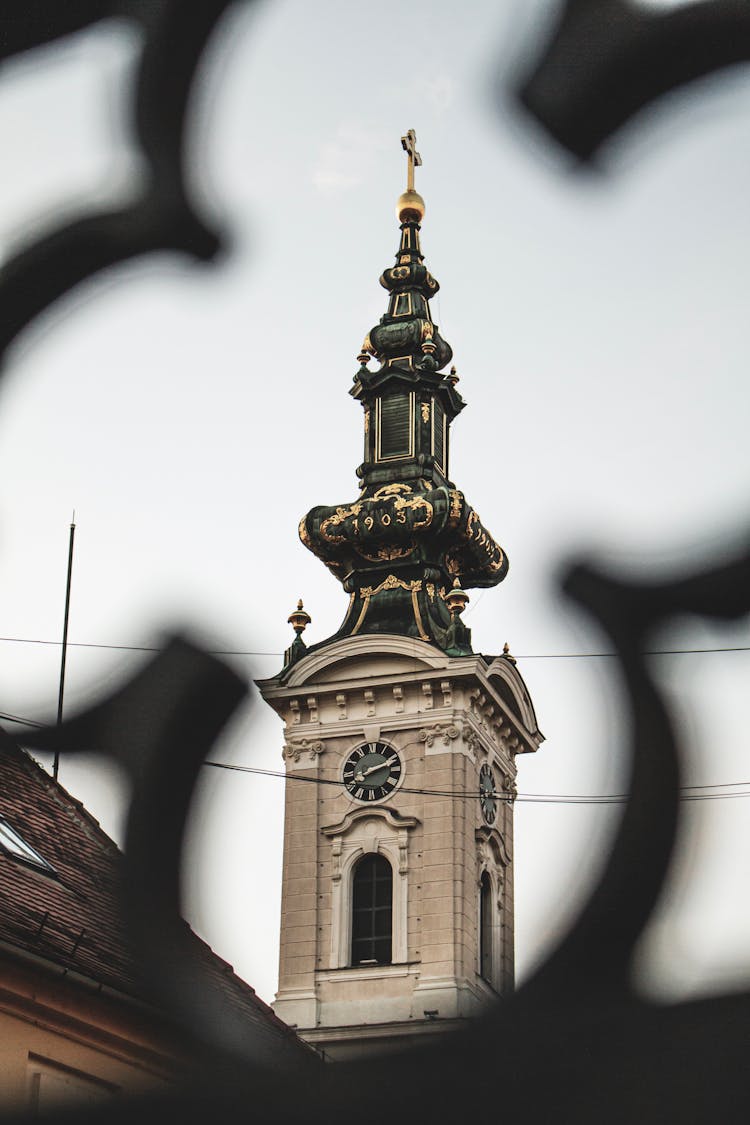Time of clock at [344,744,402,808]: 2:11
